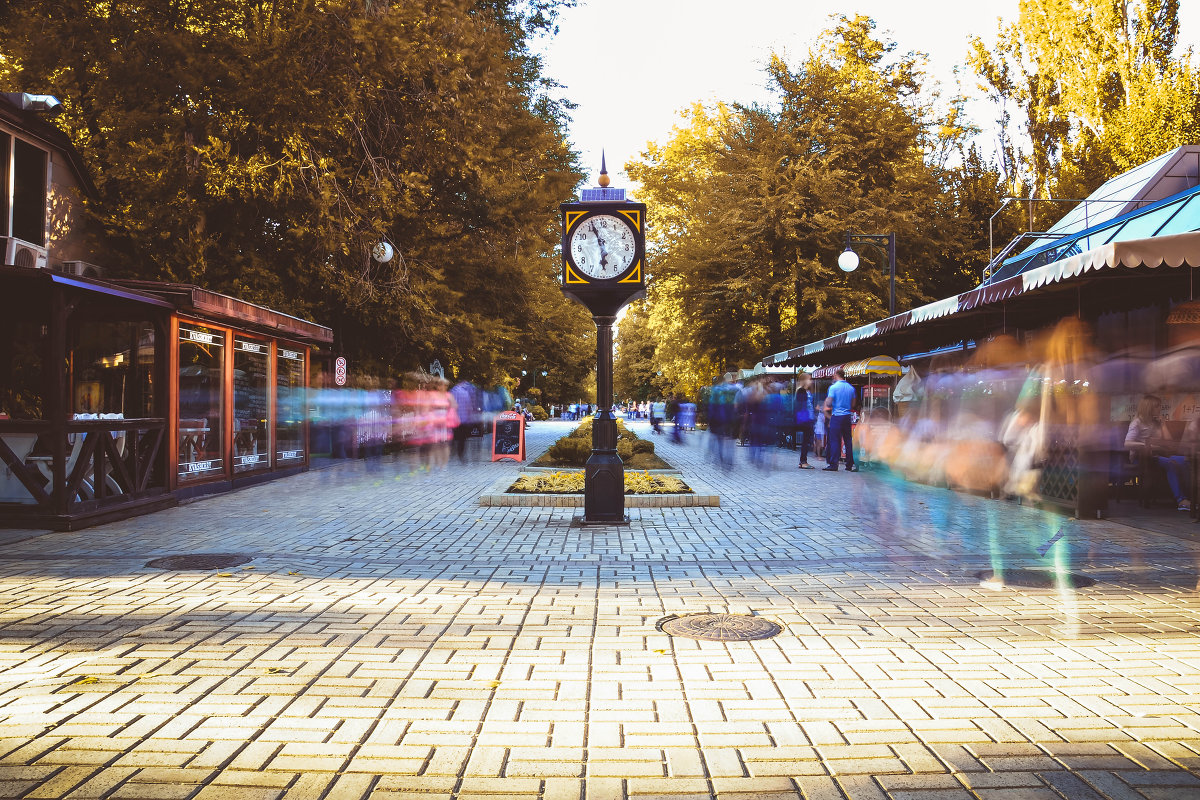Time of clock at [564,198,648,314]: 5:56
